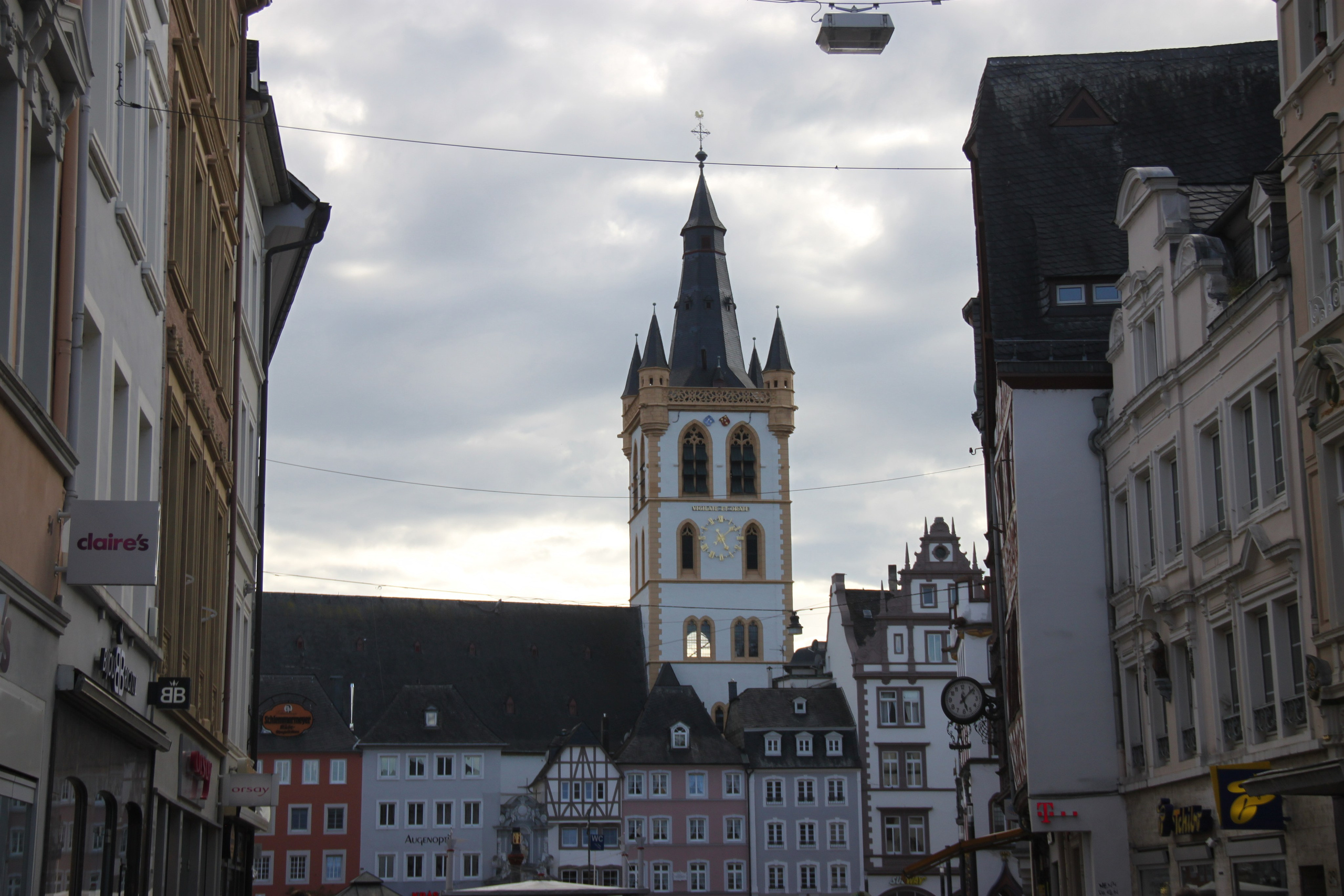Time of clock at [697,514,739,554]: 5:08
